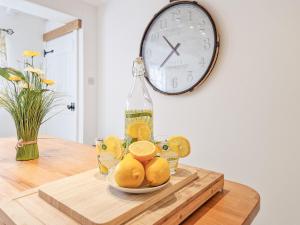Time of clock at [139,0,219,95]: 10:37
